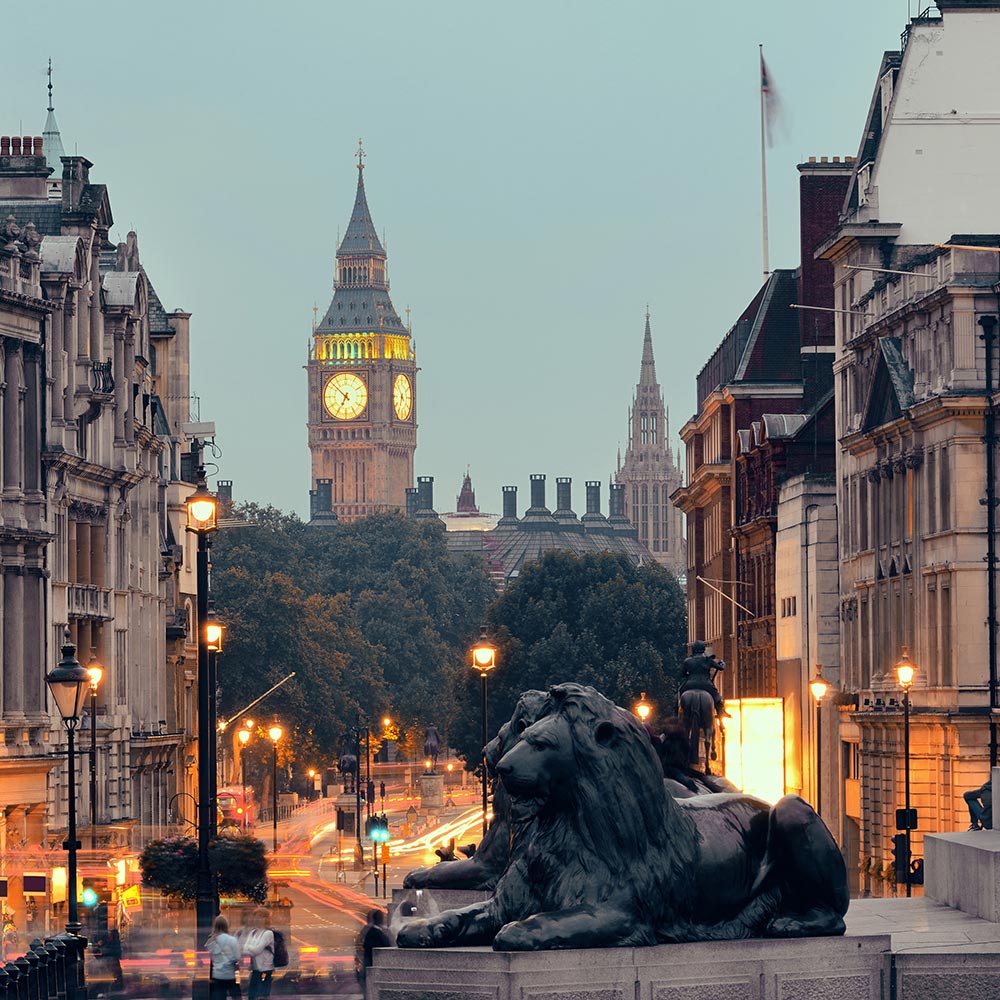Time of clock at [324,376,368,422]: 6:52
